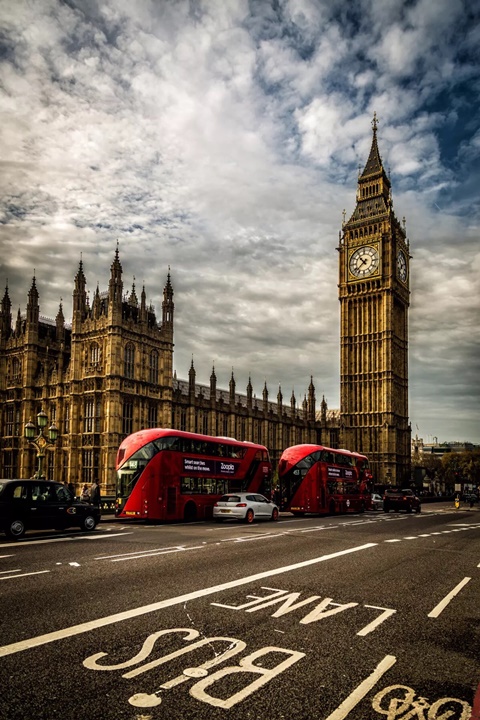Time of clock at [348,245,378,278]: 10:38
